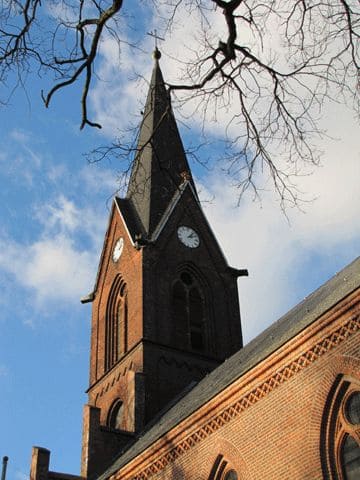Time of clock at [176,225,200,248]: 2:06
